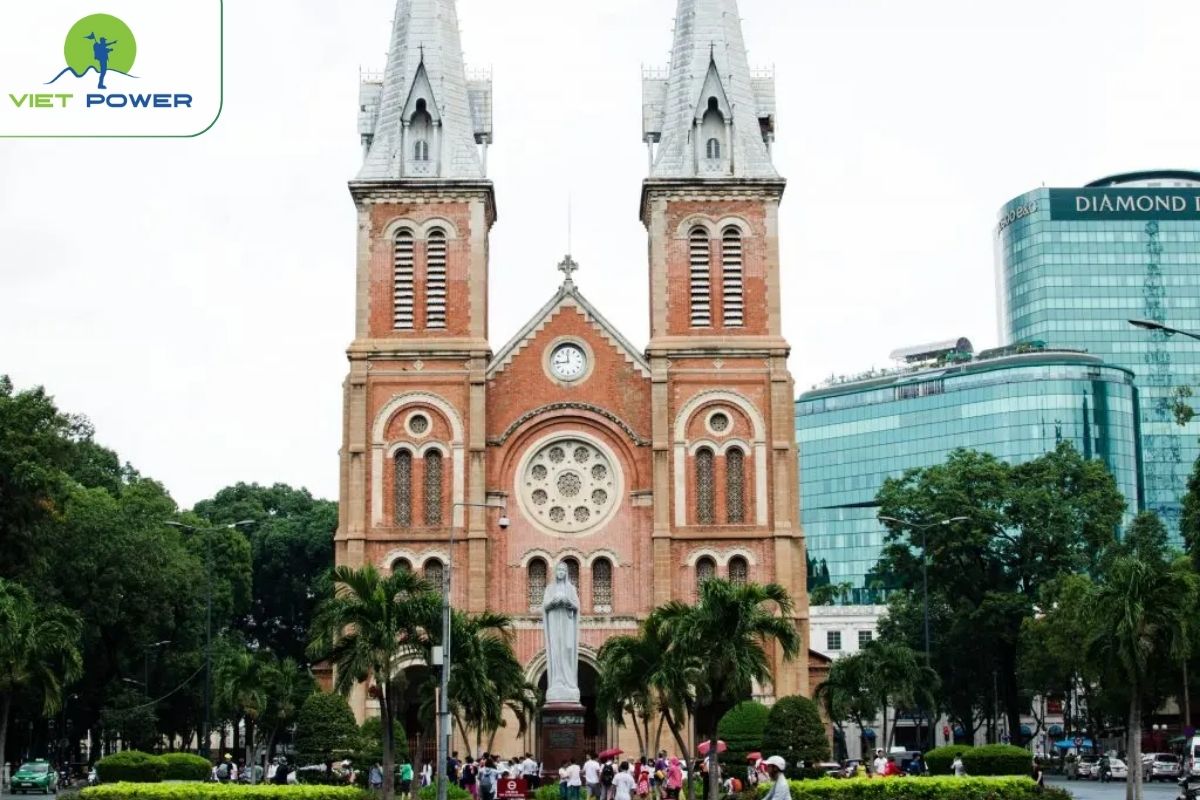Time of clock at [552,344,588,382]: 11:43
